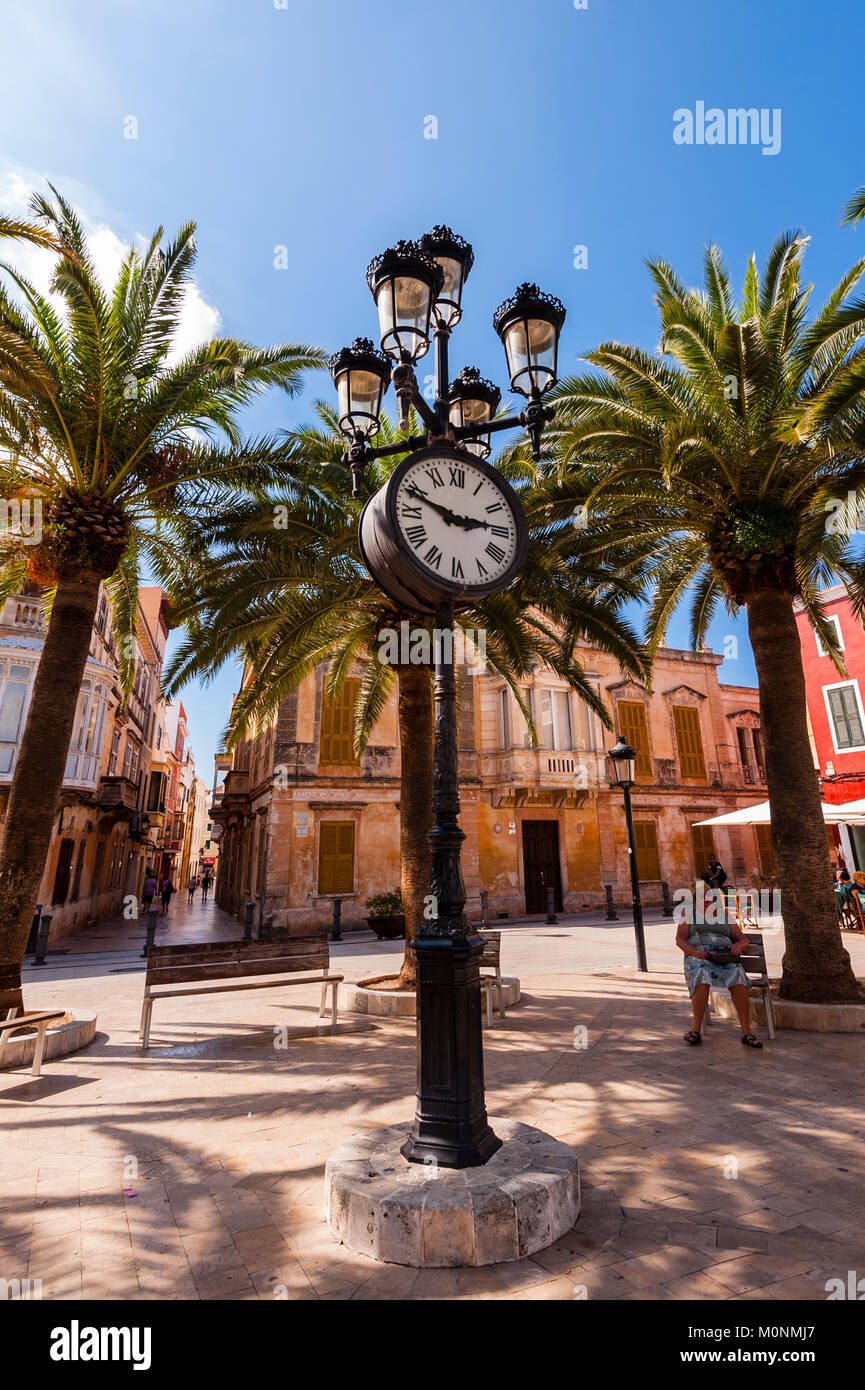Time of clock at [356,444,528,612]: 2:48
